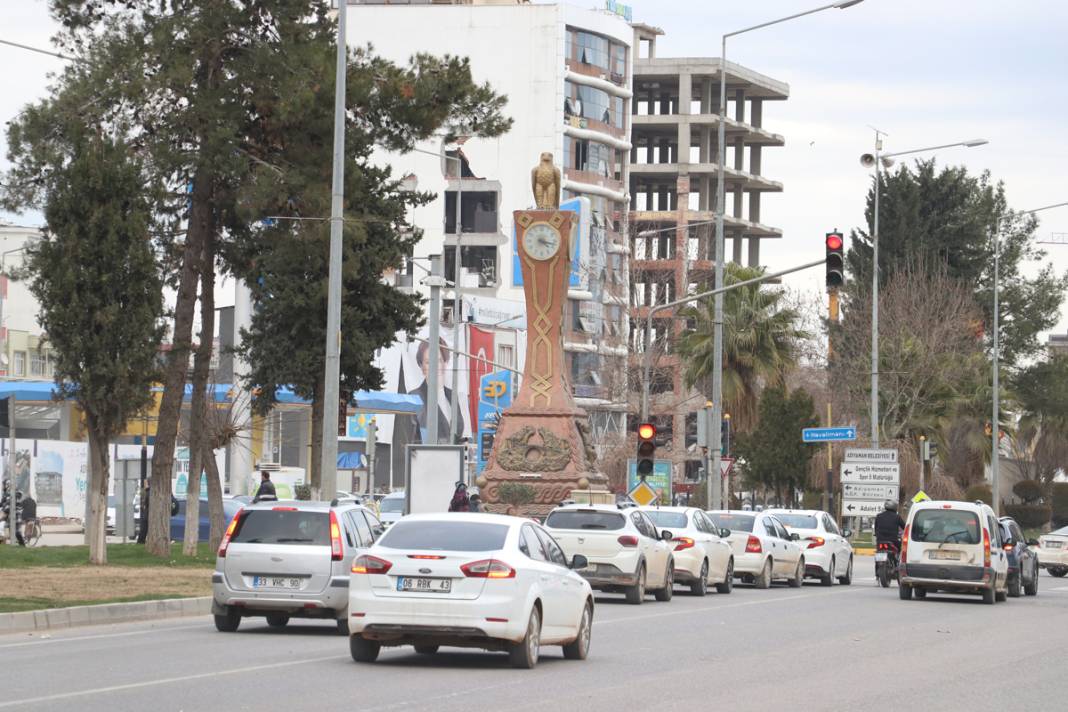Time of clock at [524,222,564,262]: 4:17
